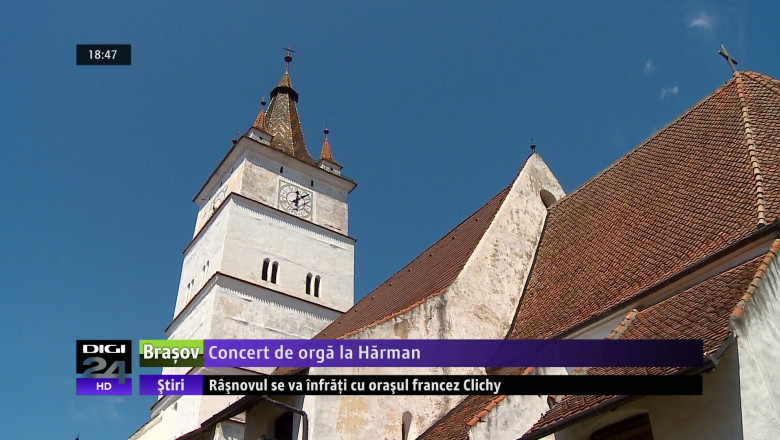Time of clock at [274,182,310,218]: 12:07
